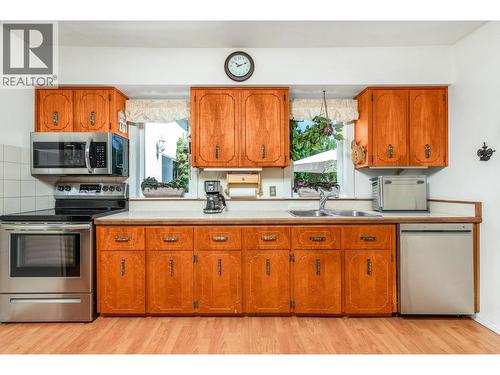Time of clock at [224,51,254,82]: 10:11
